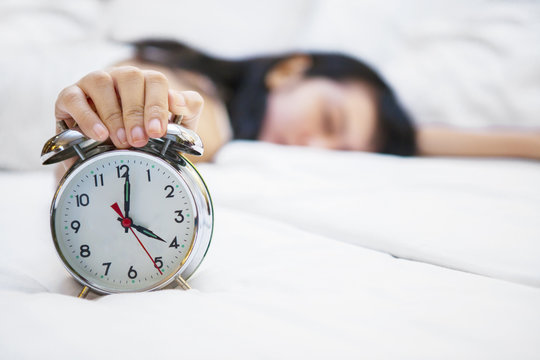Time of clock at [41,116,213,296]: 4:01
